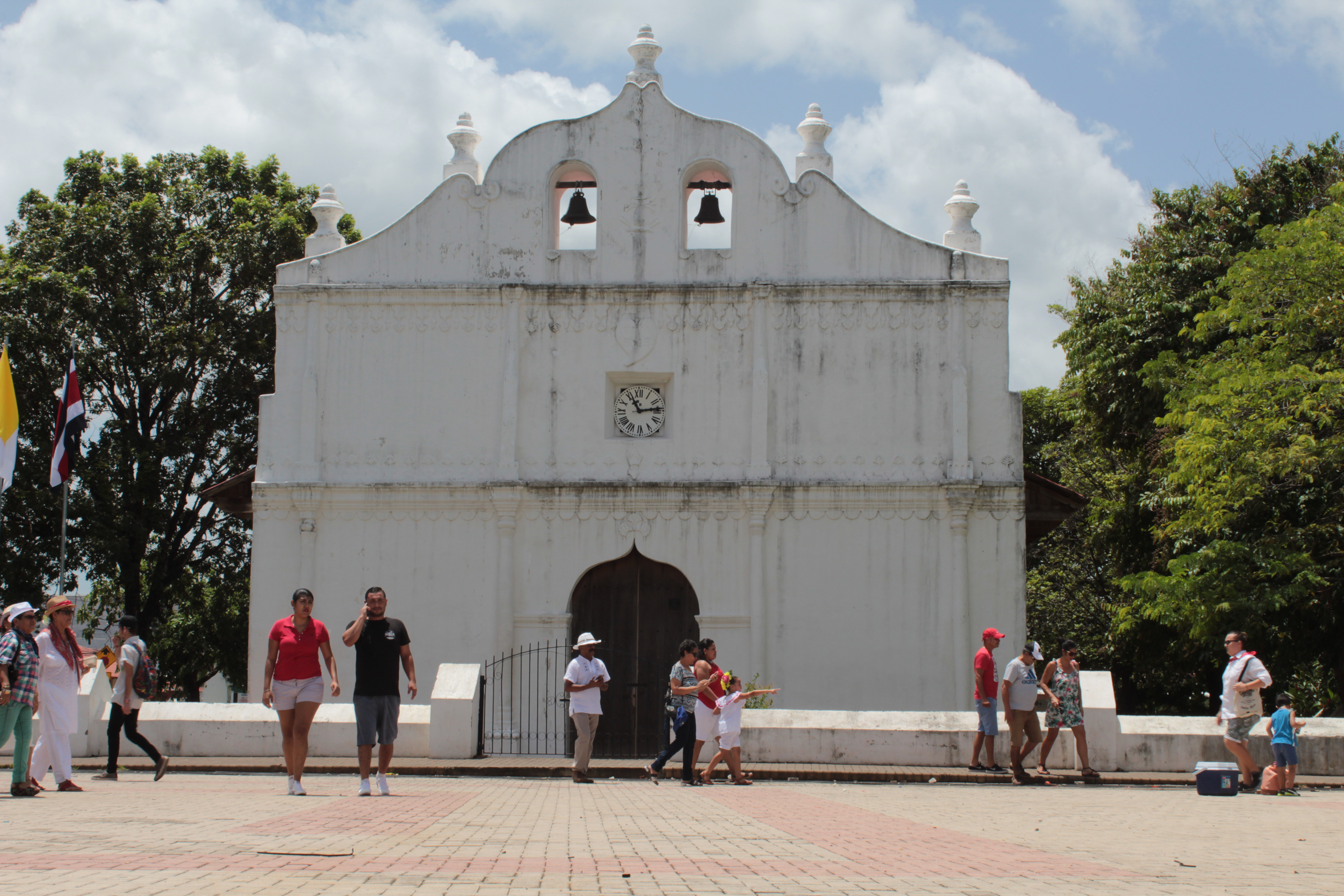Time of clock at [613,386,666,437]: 11:13
